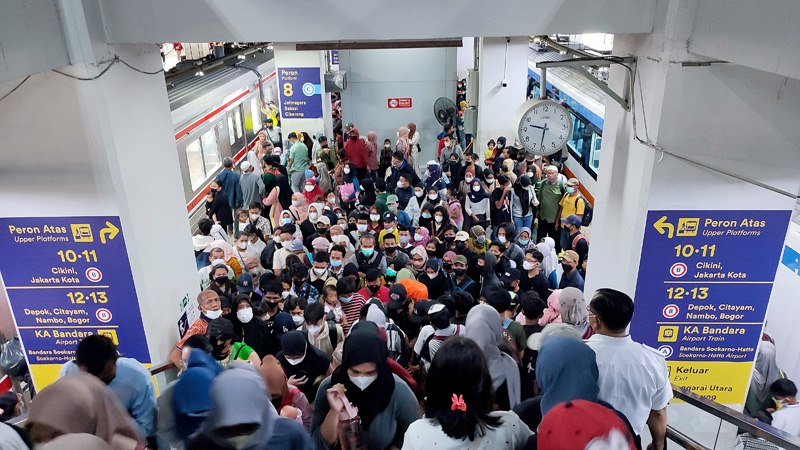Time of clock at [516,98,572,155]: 9:31
